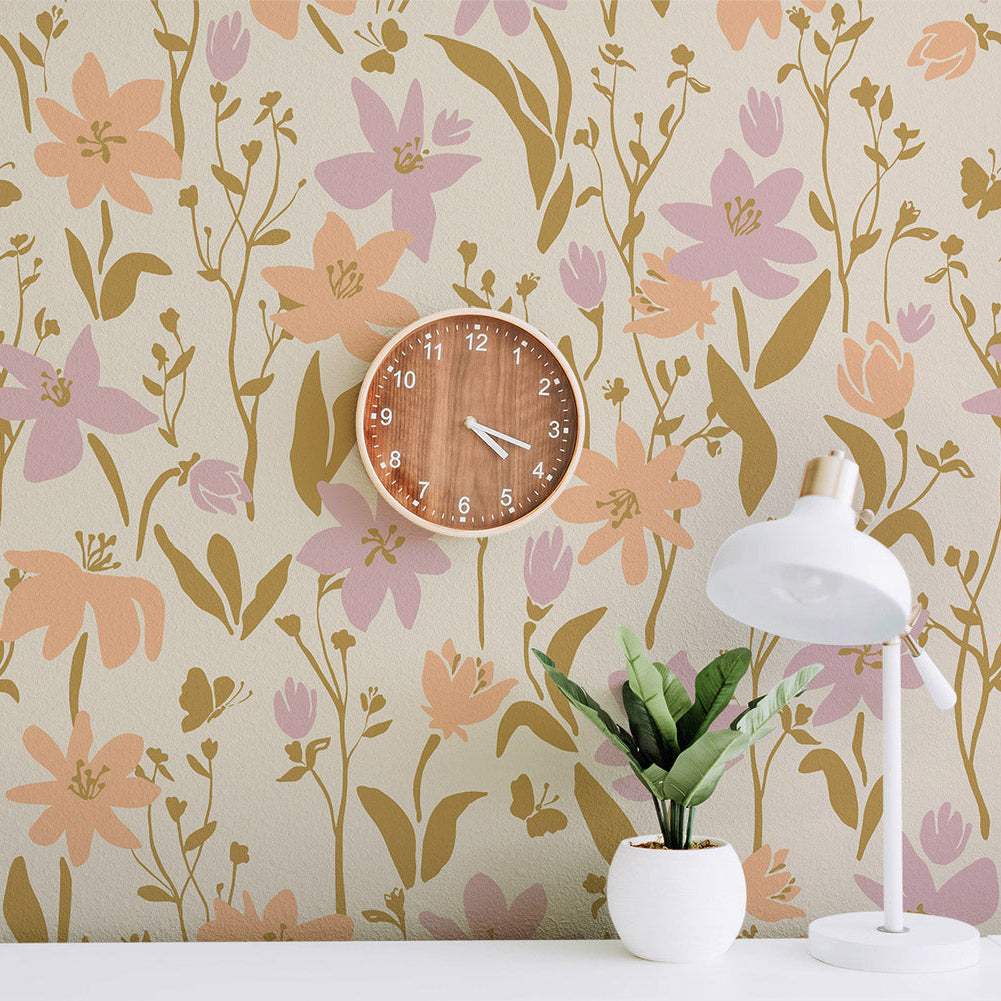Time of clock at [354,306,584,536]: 4:18
